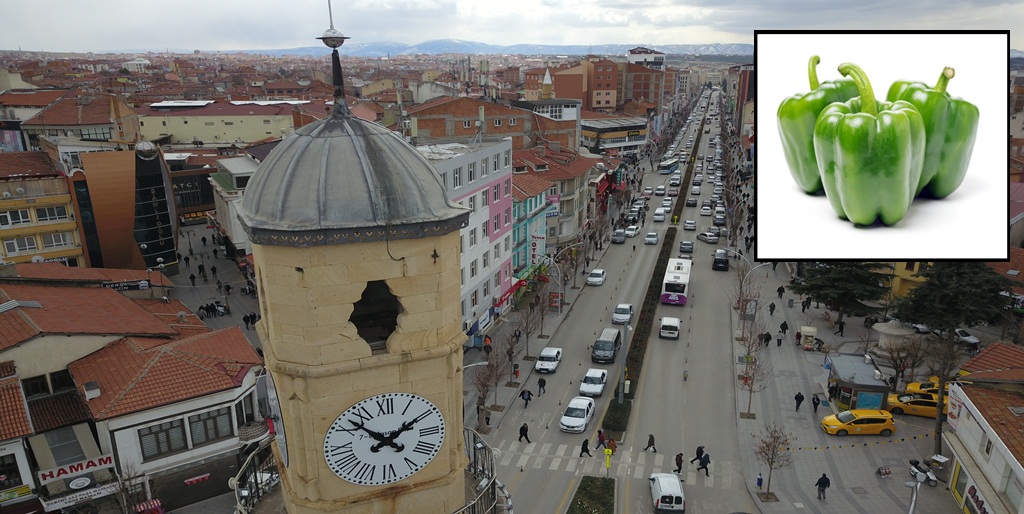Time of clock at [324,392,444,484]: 1:52
